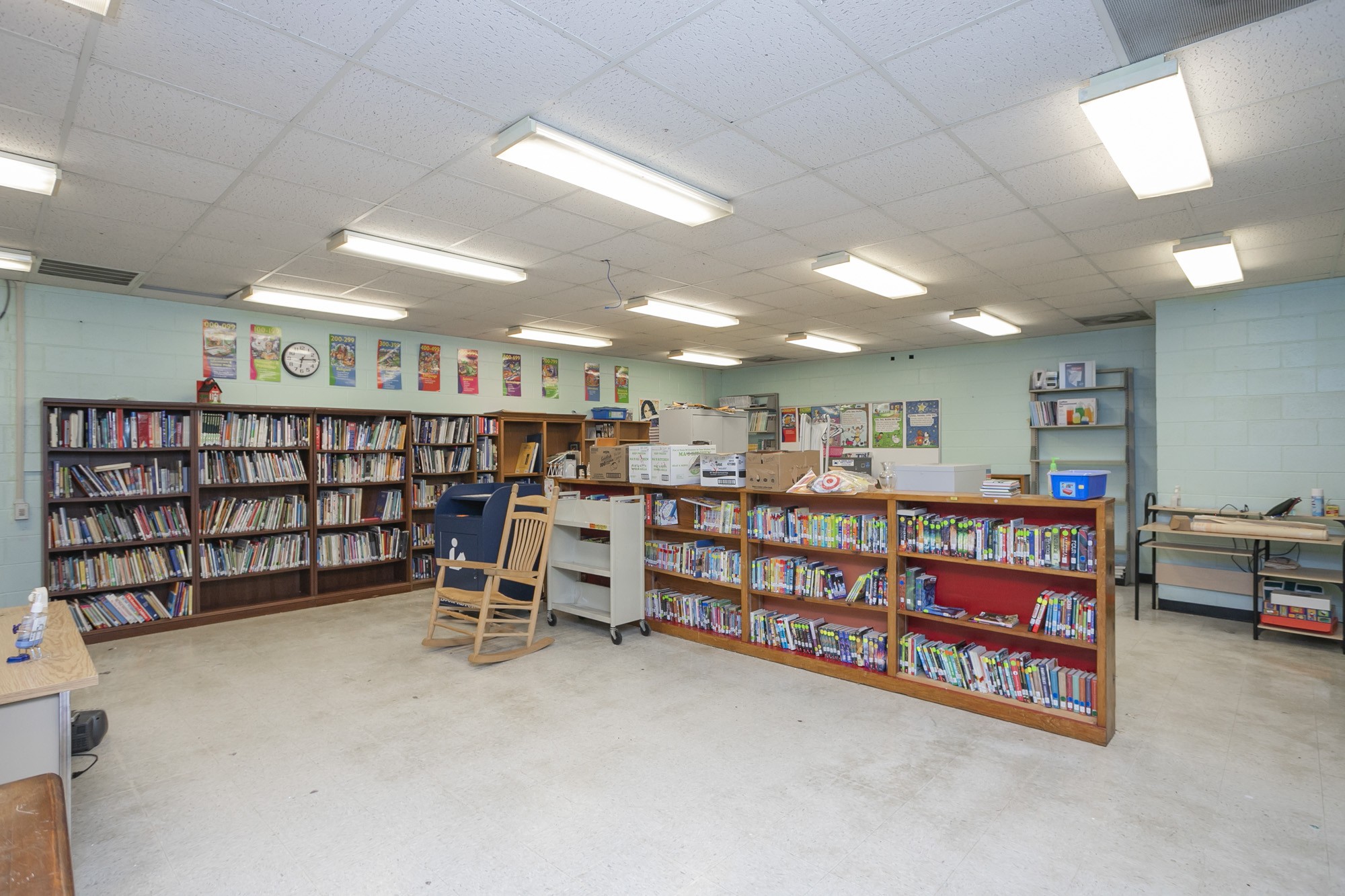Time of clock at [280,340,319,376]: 6:14
